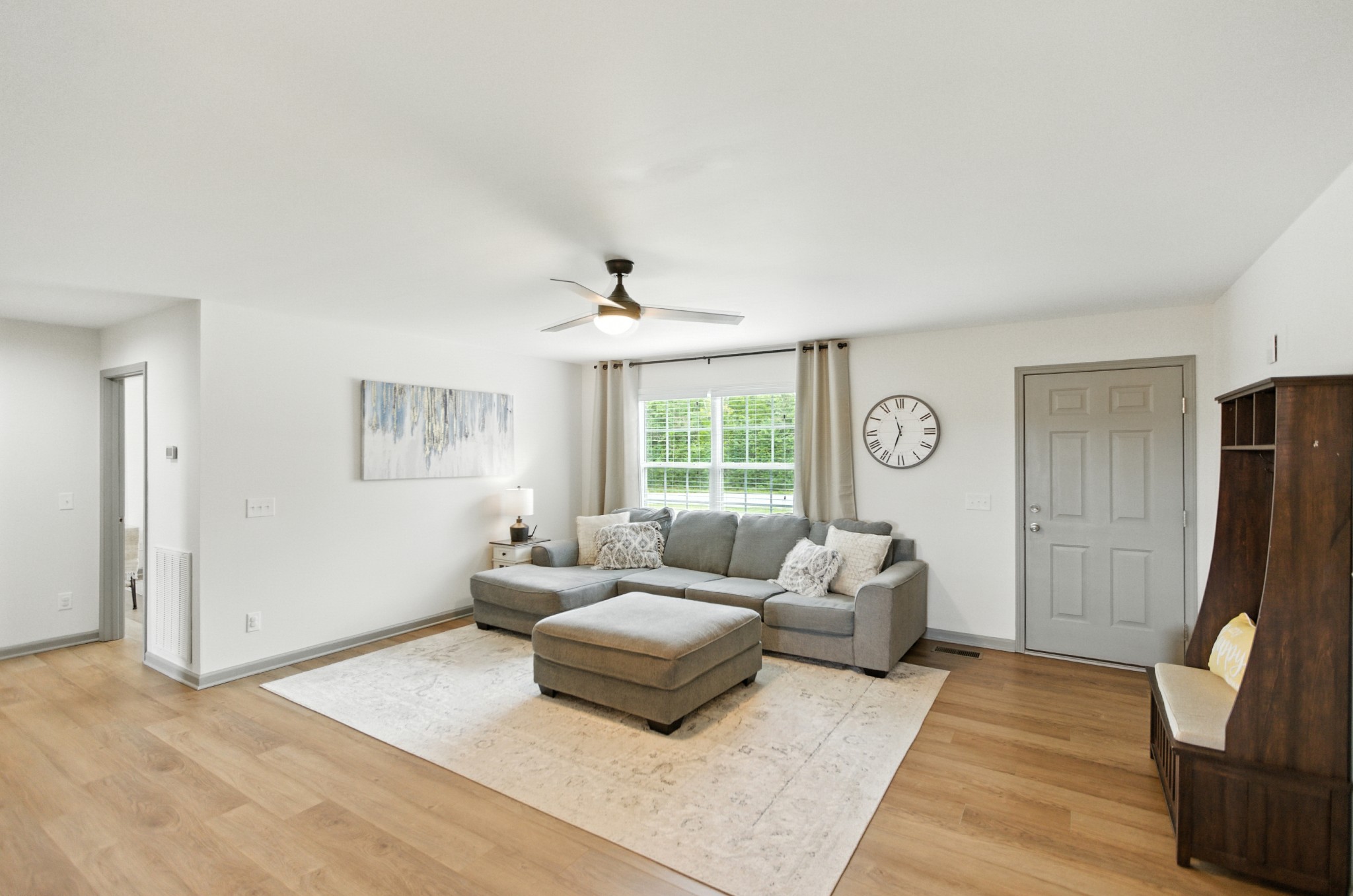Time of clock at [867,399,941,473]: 11:33
